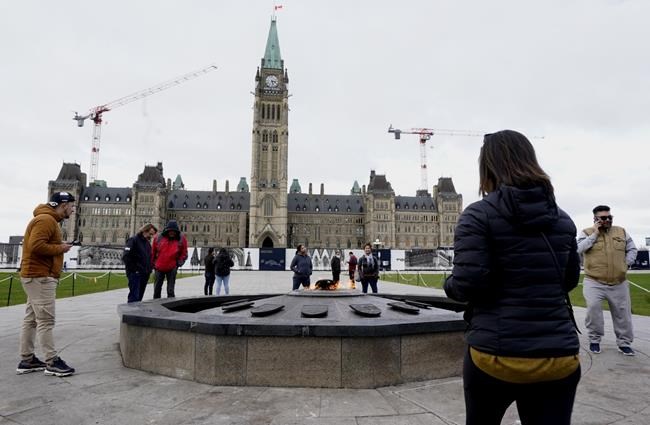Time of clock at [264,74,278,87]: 3:27
